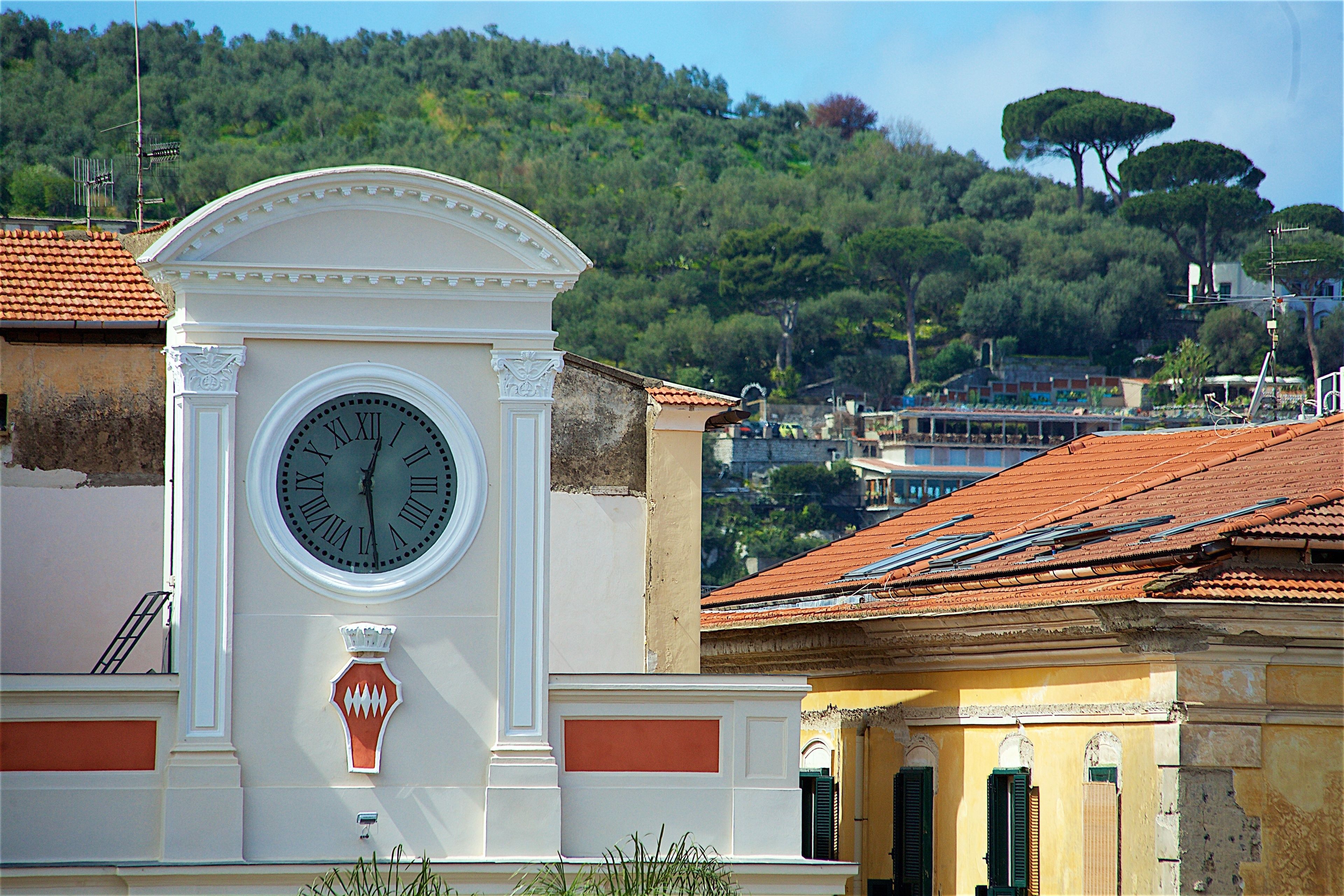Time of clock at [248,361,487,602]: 12:28
